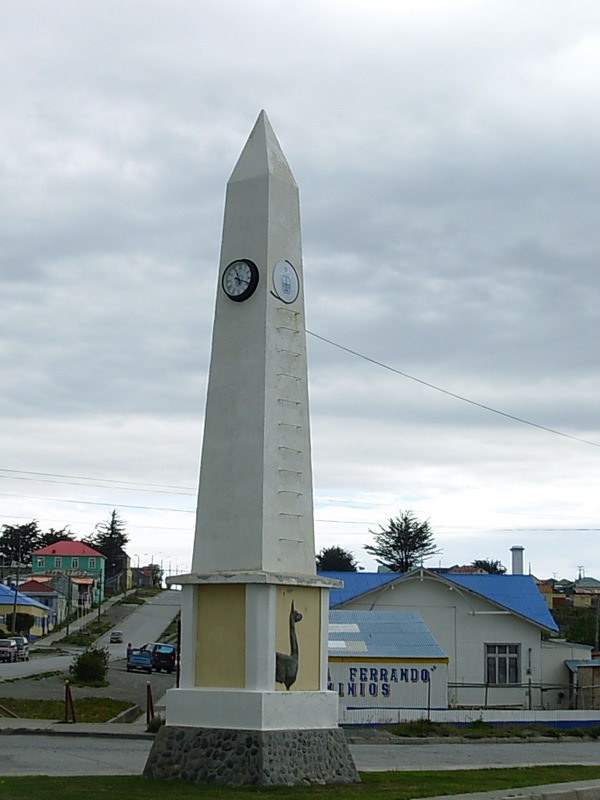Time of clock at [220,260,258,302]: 11:18
